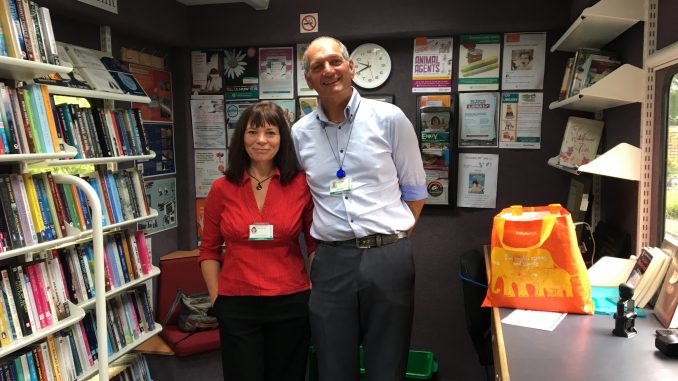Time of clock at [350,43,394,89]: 9:41
